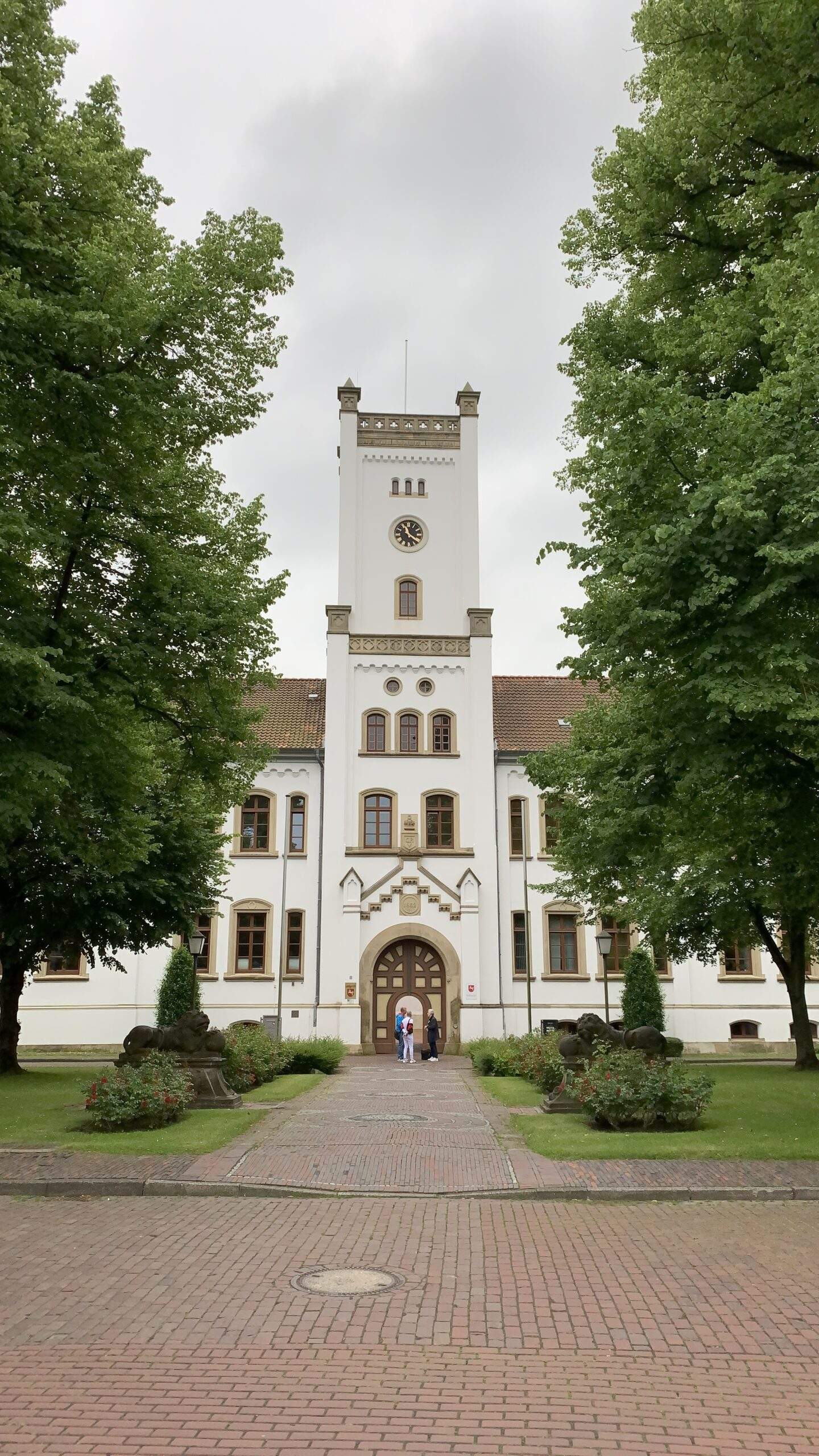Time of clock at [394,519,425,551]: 11:21
